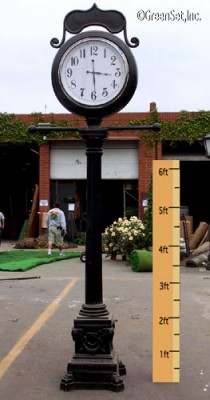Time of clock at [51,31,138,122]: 3:29
